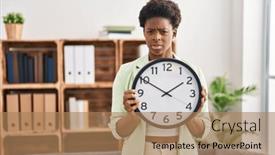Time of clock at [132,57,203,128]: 1:50
